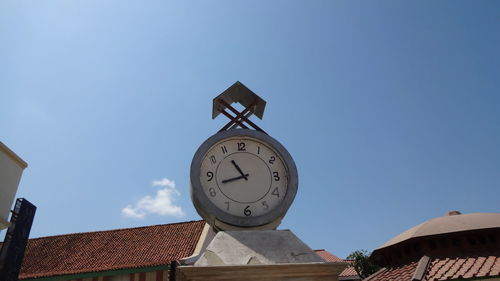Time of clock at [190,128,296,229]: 10:42
